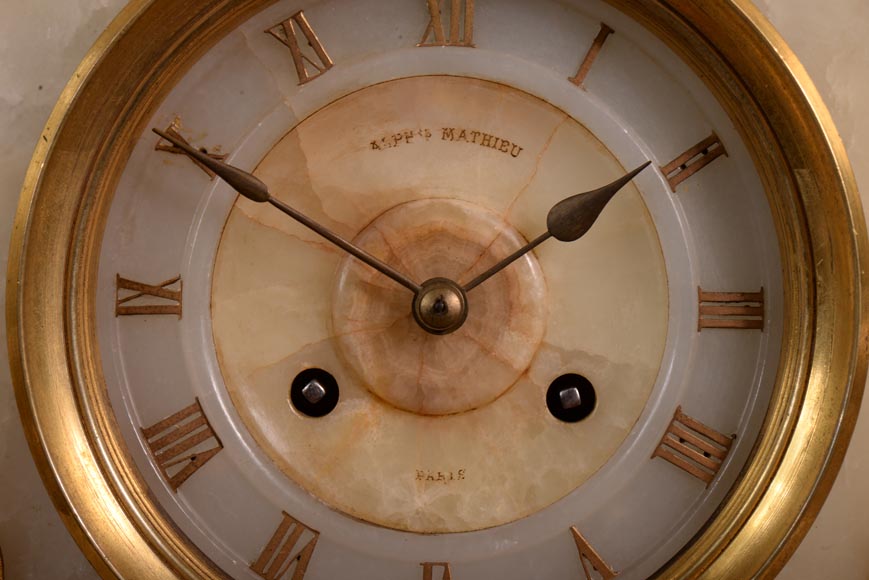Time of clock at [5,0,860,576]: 1:50
